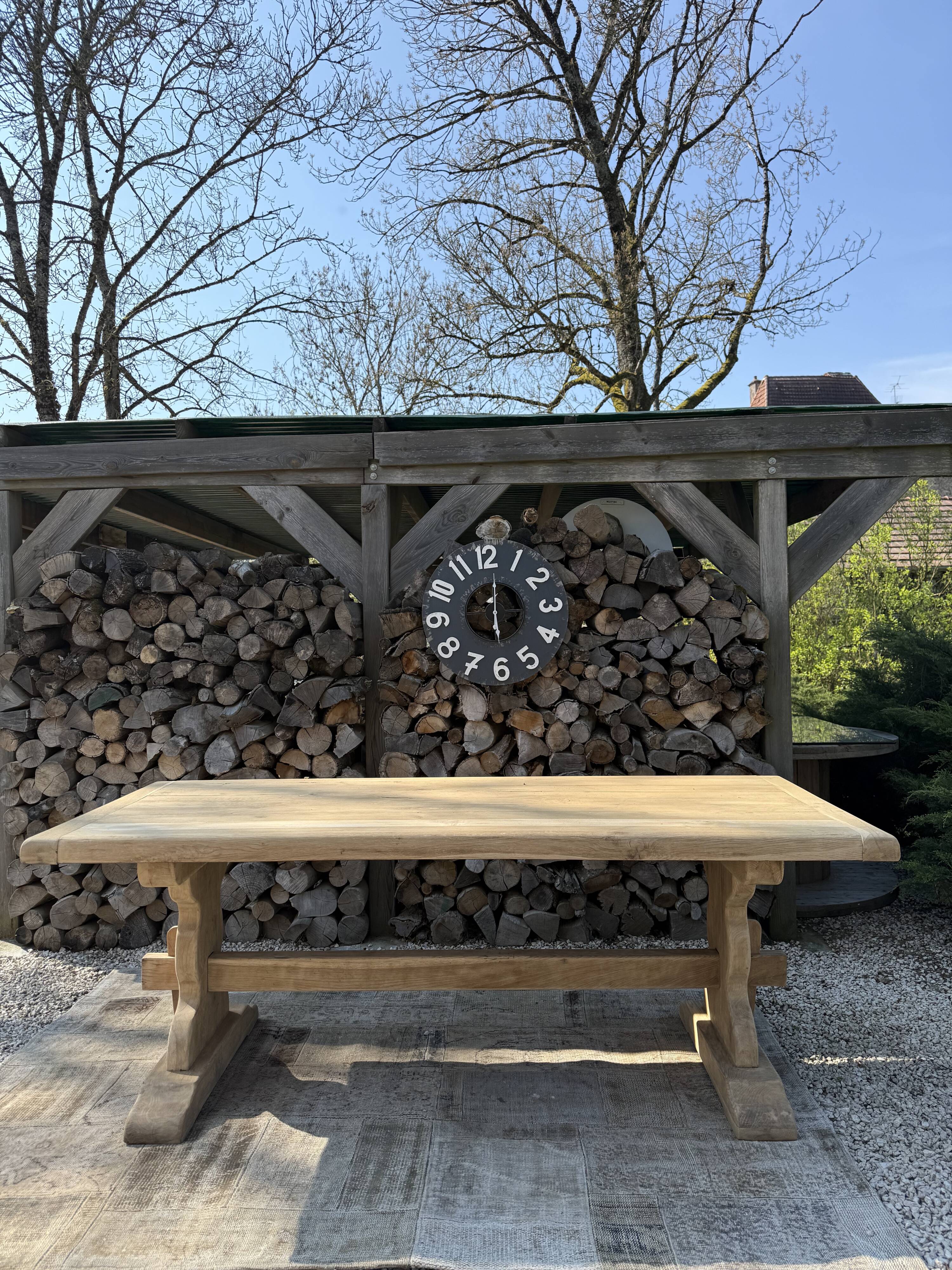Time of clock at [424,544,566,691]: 6:01
